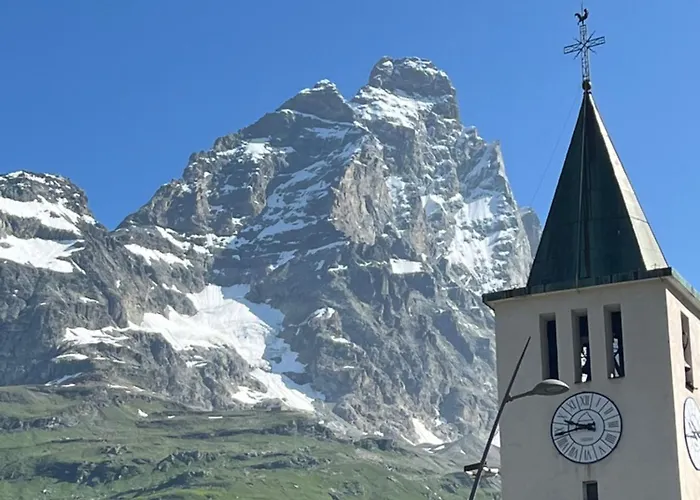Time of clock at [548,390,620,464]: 9:42
